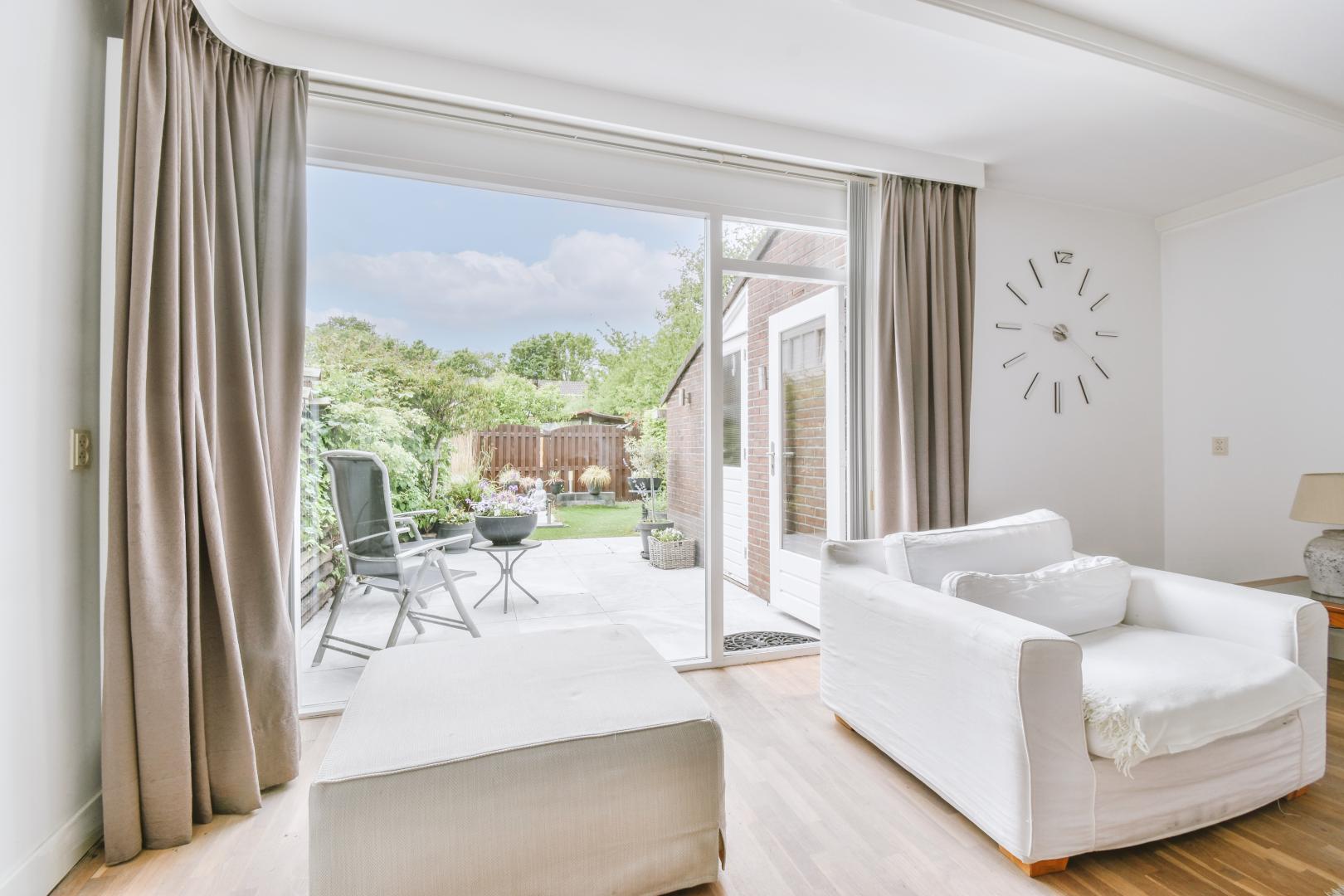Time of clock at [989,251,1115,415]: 9:20
